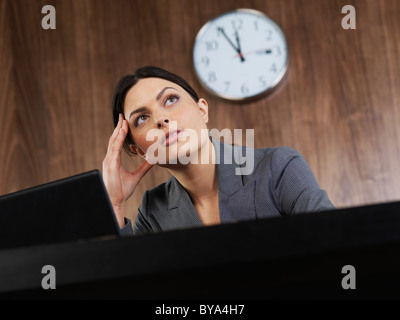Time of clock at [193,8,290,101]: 11:55
